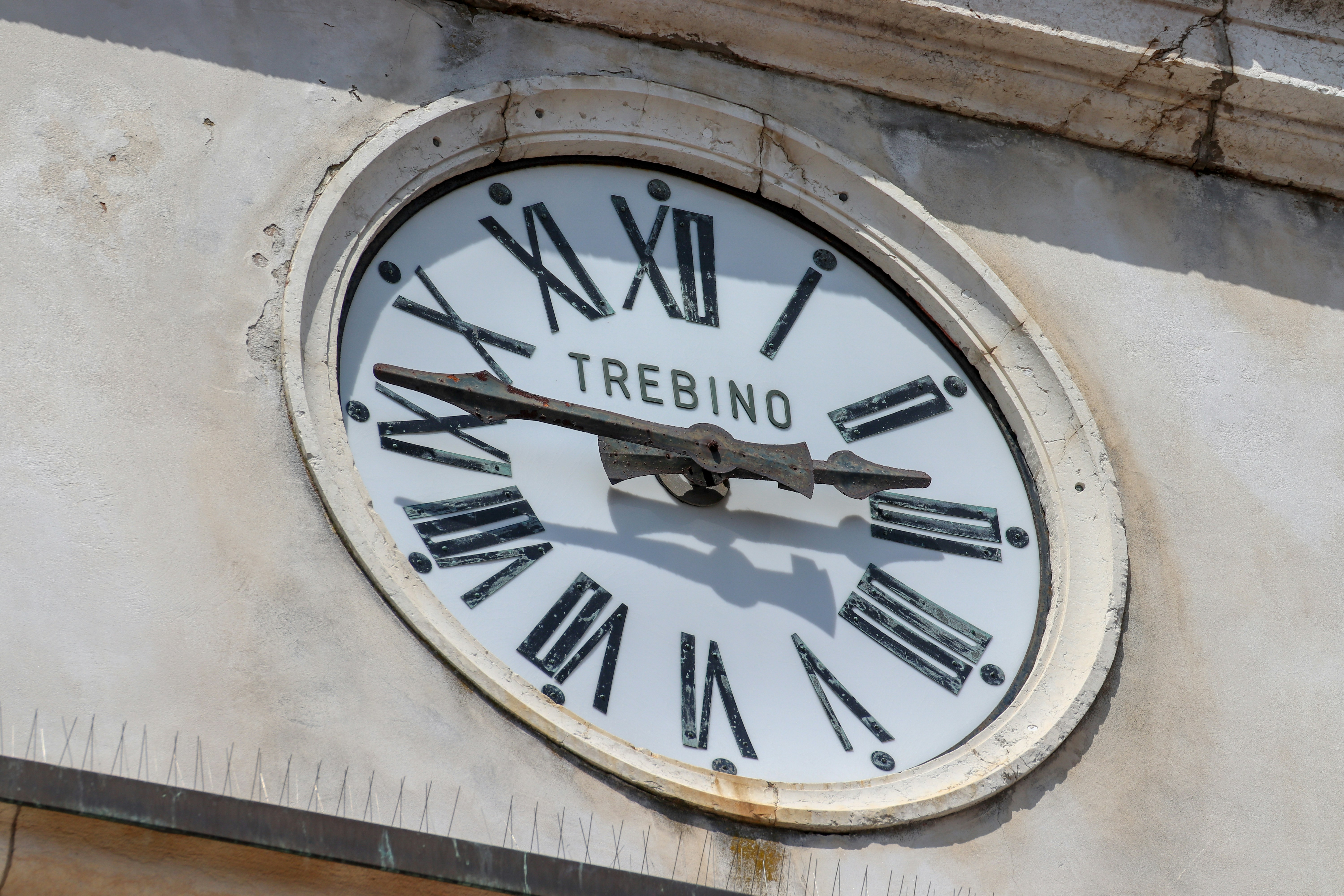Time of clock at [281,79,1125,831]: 2:46
